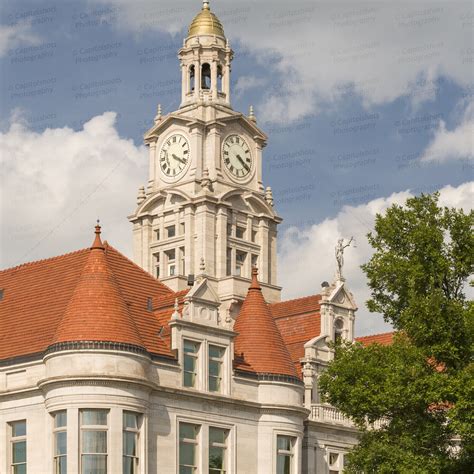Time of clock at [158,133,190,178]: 4:20
